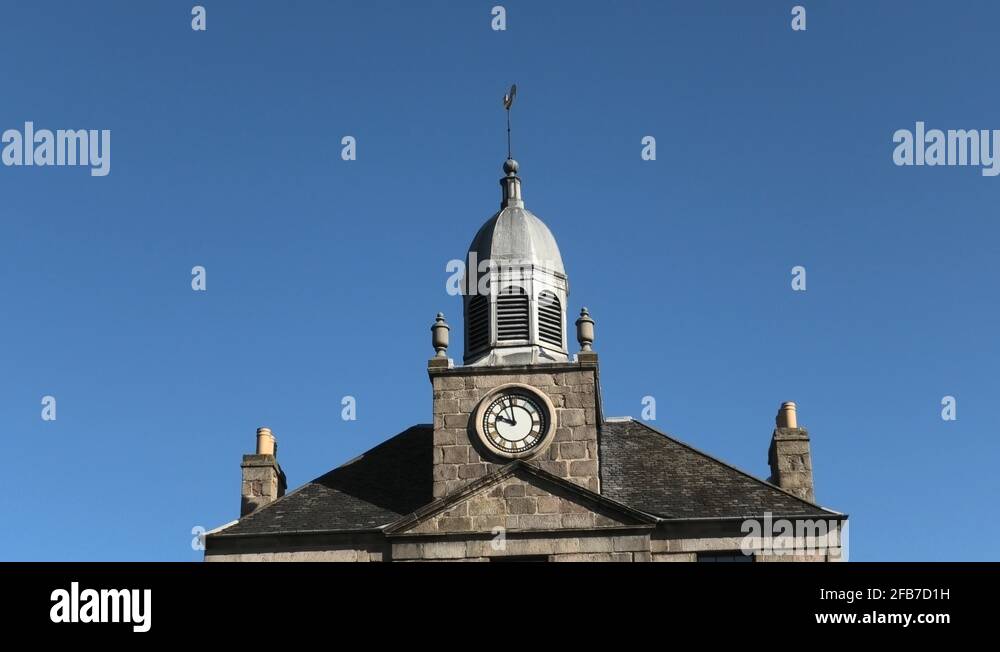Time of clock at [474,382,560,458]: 9:57
